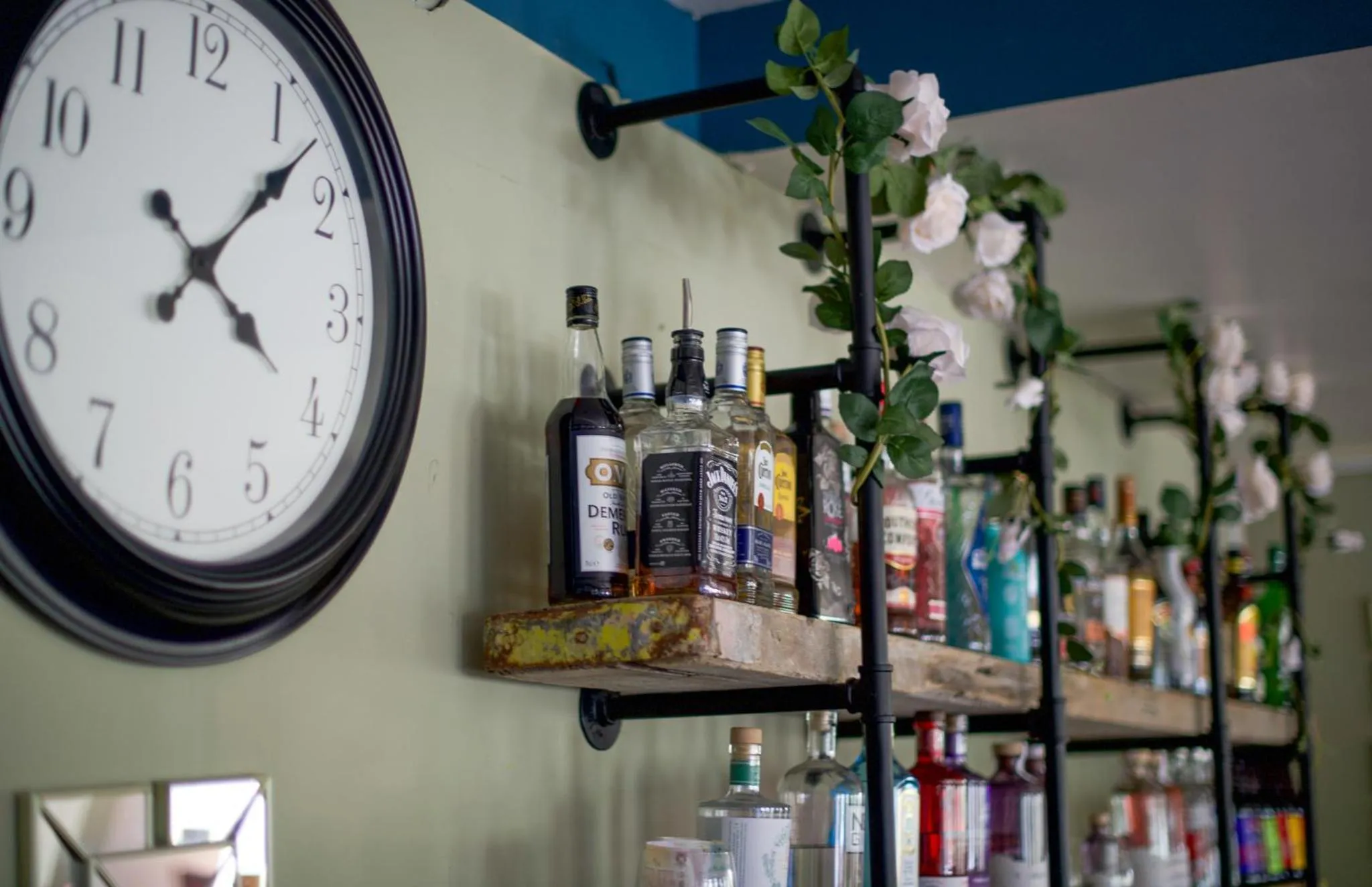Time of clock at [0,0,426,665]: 4:07
